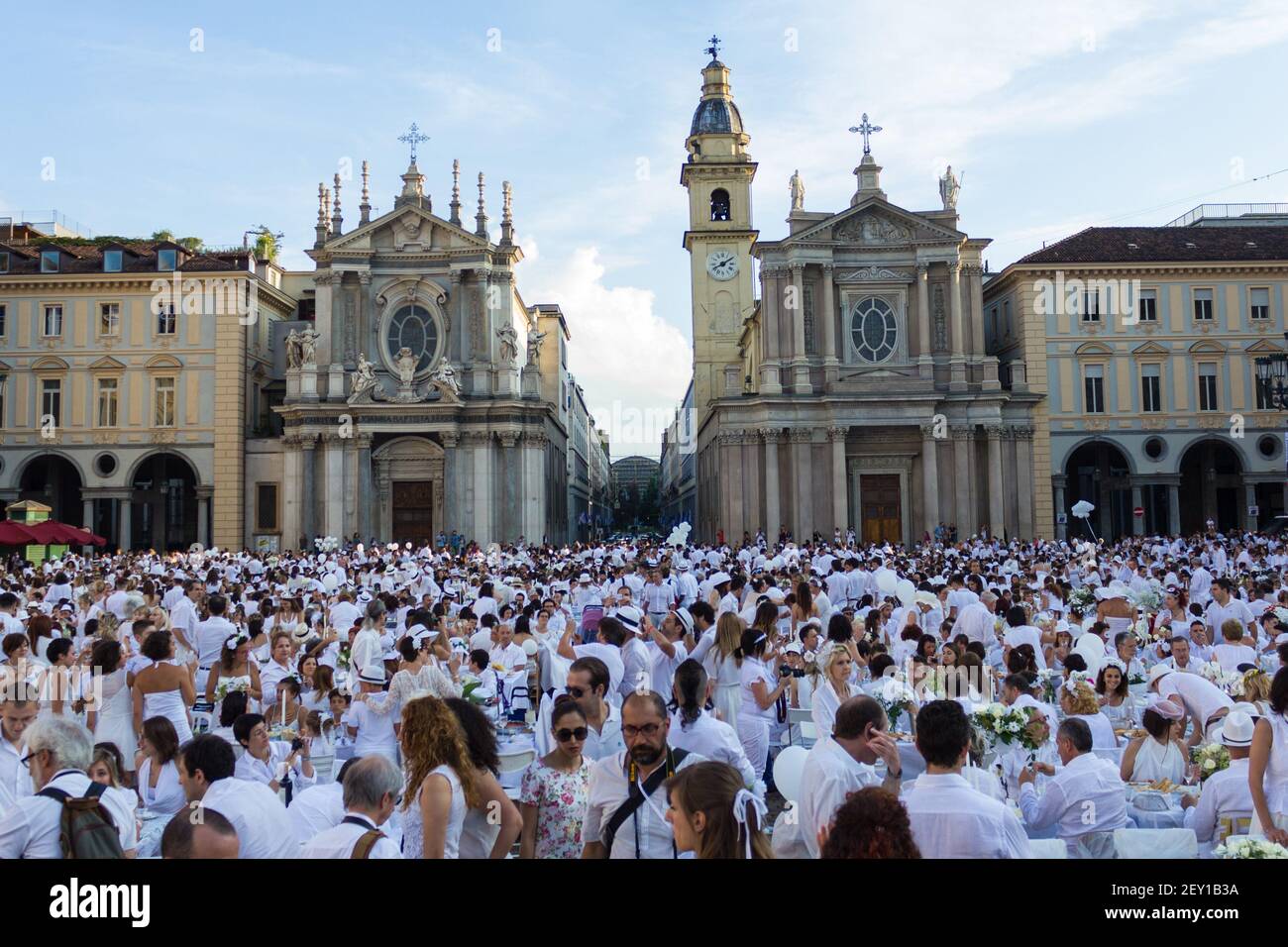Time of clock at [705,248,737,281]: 8:09
